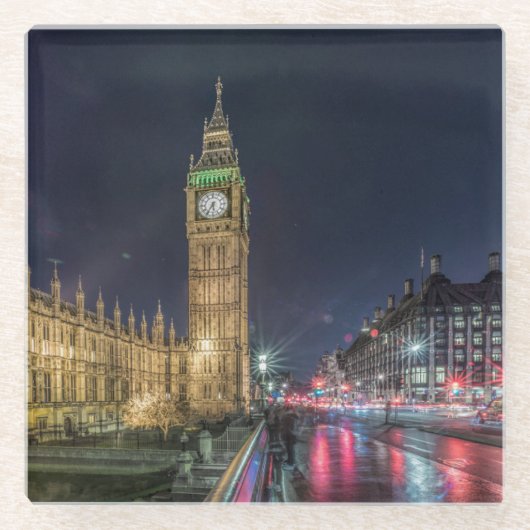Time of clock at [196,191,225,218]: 5:35
